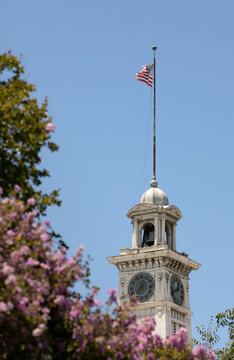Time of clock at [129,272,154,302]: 12:36
